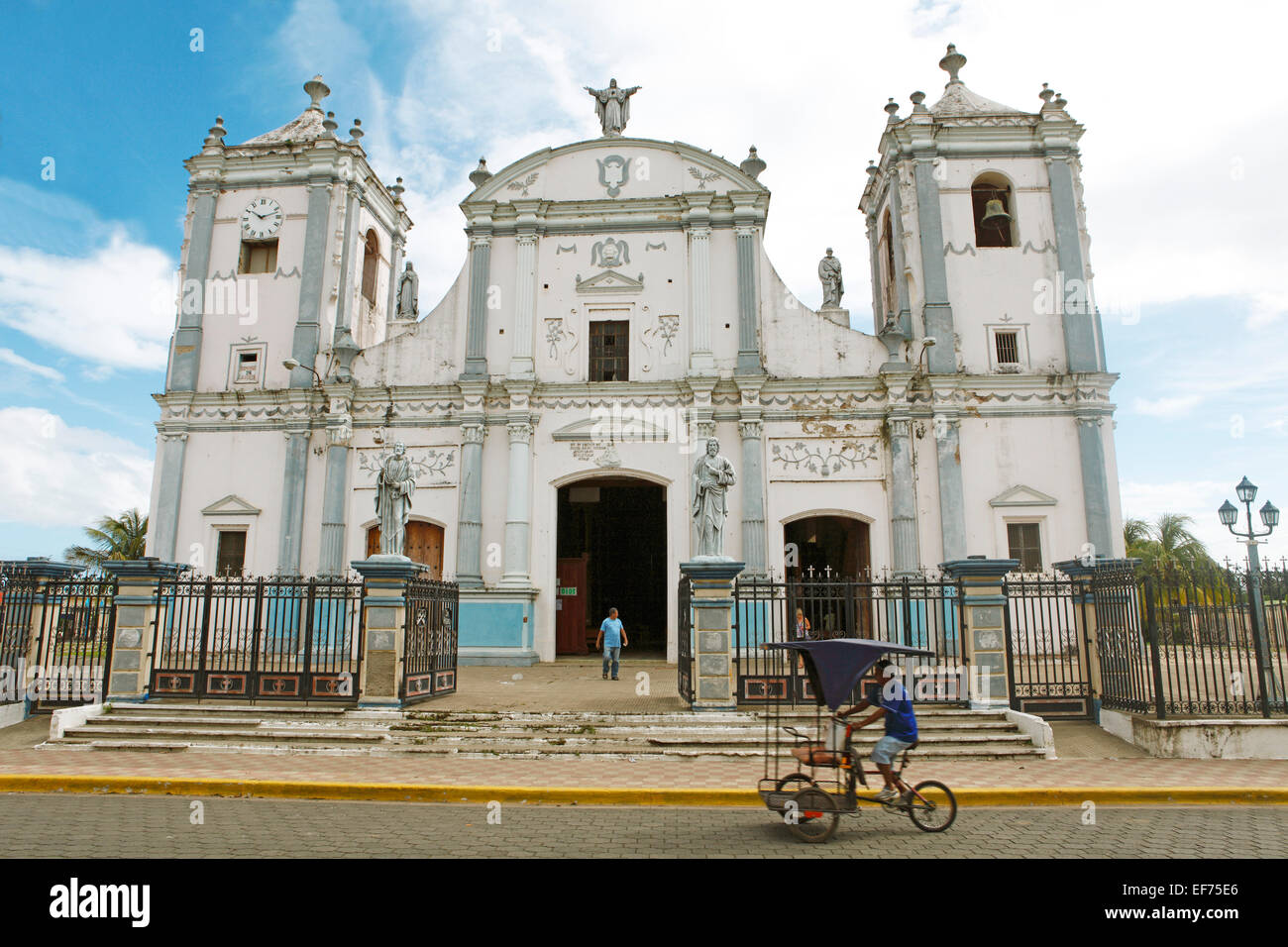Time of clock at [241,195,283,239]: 10:12
